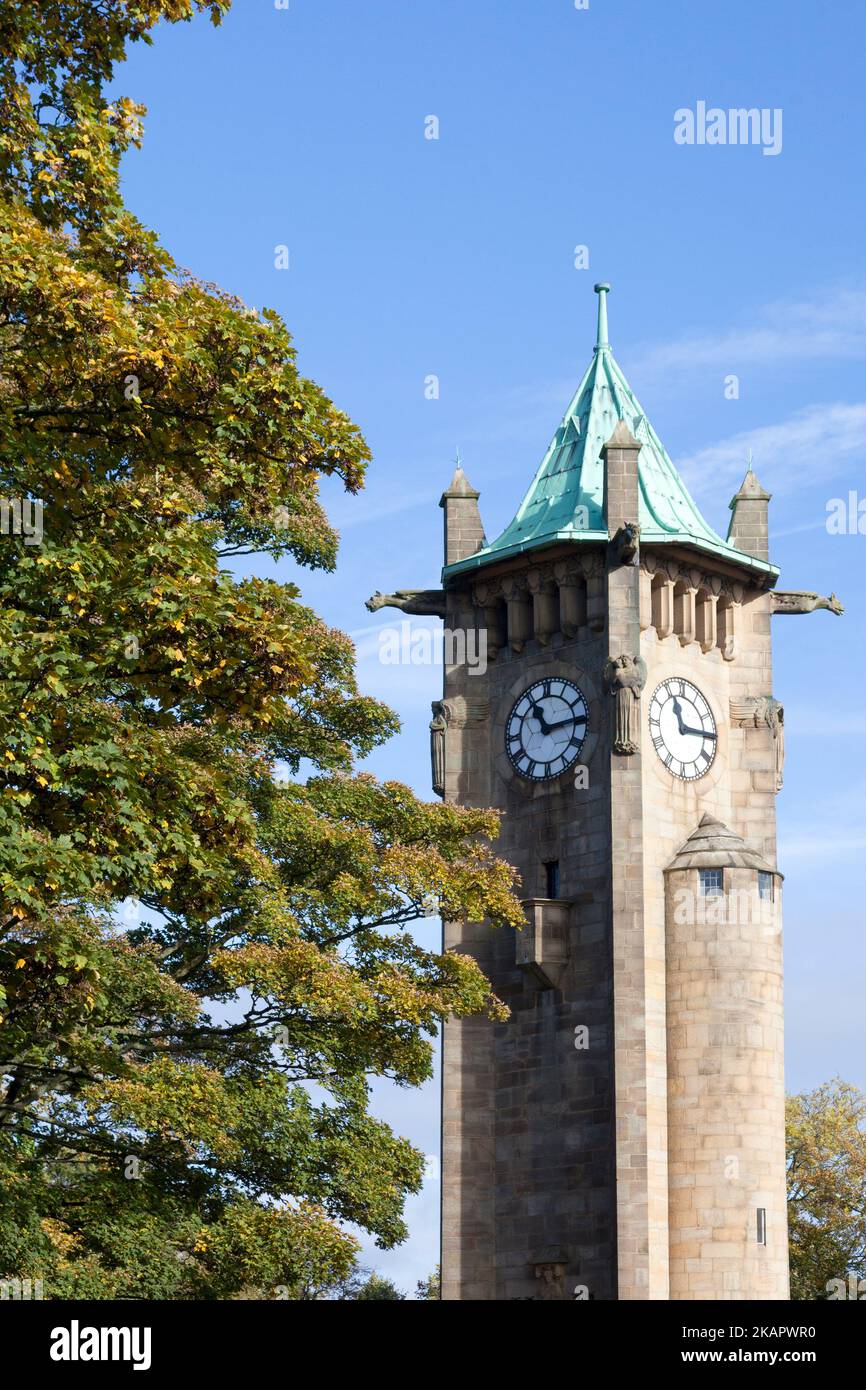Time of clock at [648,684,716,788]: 11:14
